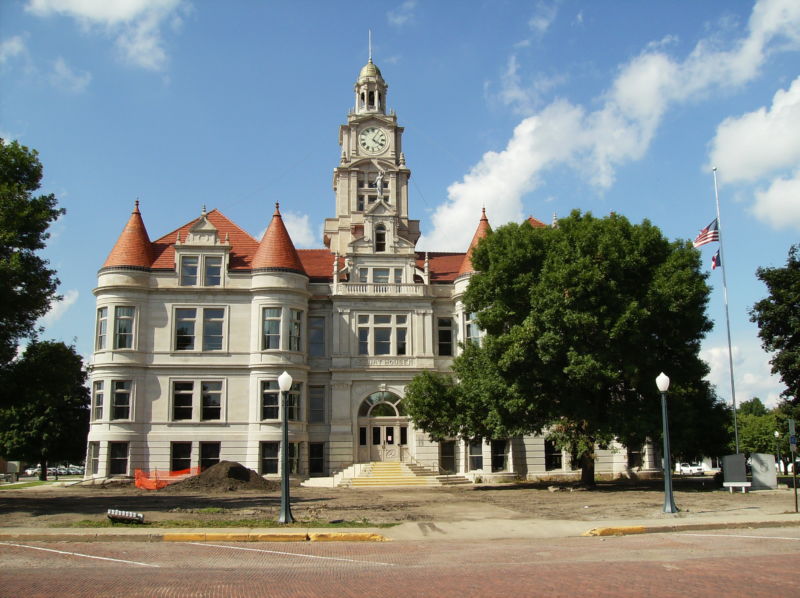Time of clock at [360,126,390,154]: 4:04
